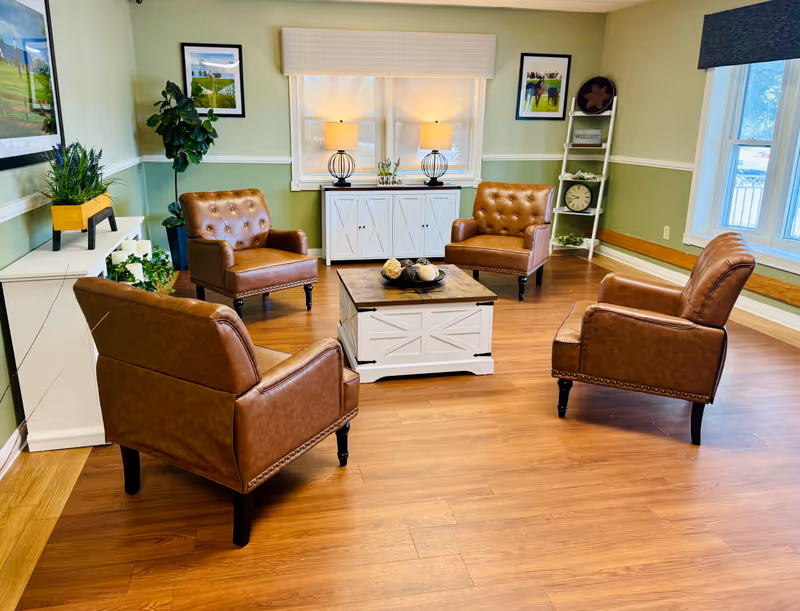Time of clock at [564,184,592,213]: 9:42
